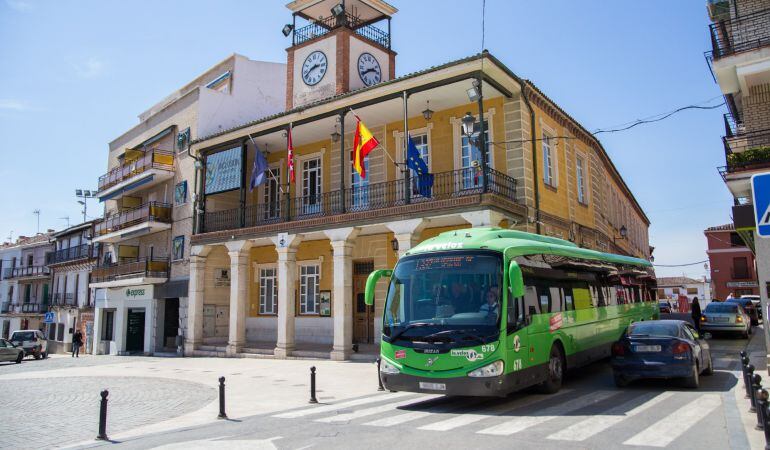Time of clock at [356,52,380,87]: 2:40
